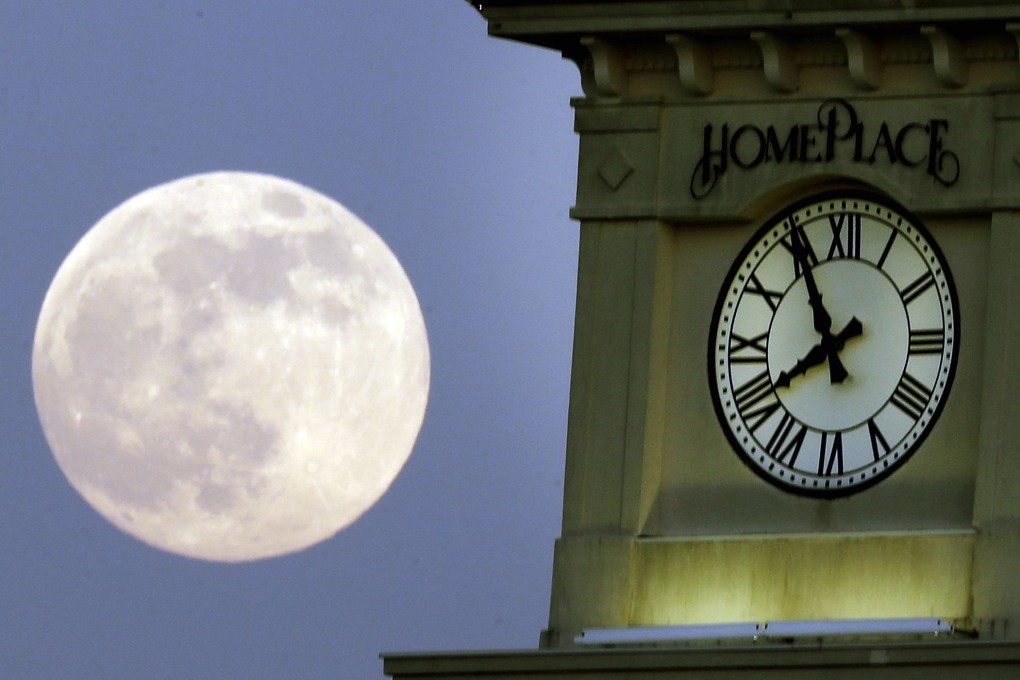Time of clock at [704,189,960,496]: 7:54
